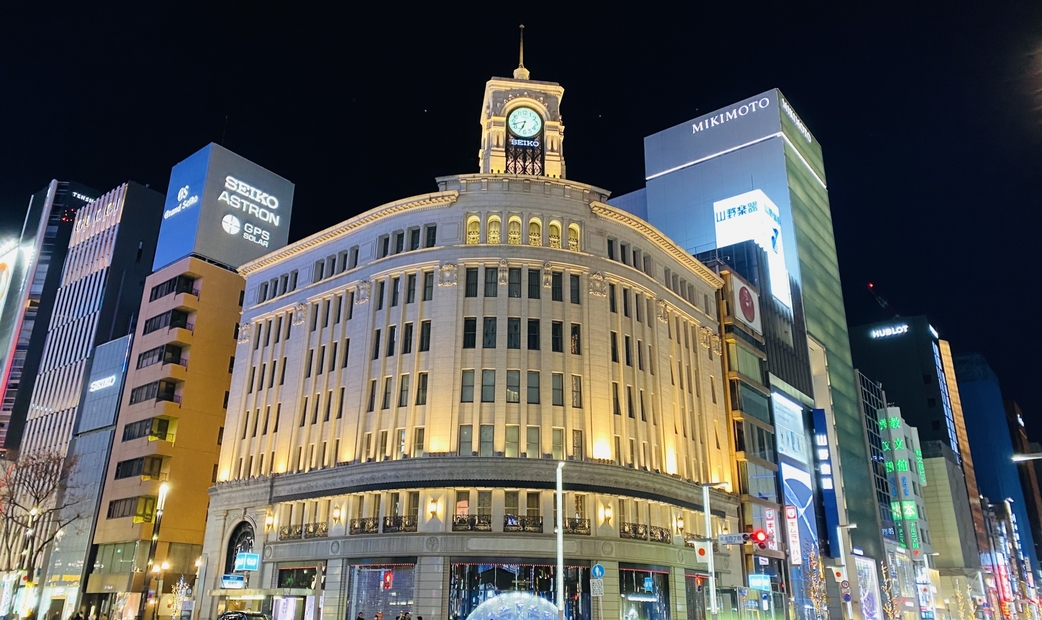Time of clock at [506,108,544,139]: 6:42
